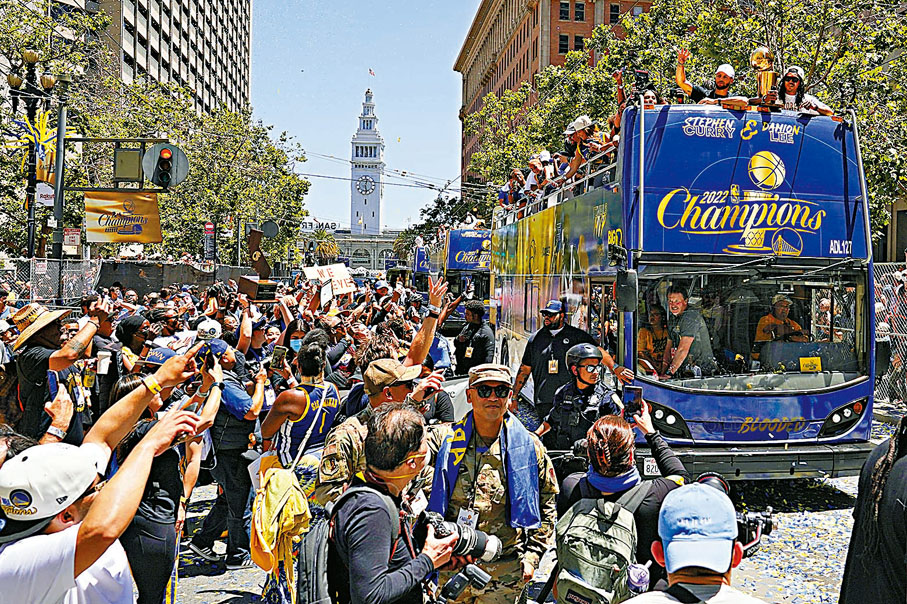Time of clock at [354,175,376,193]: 12:28
